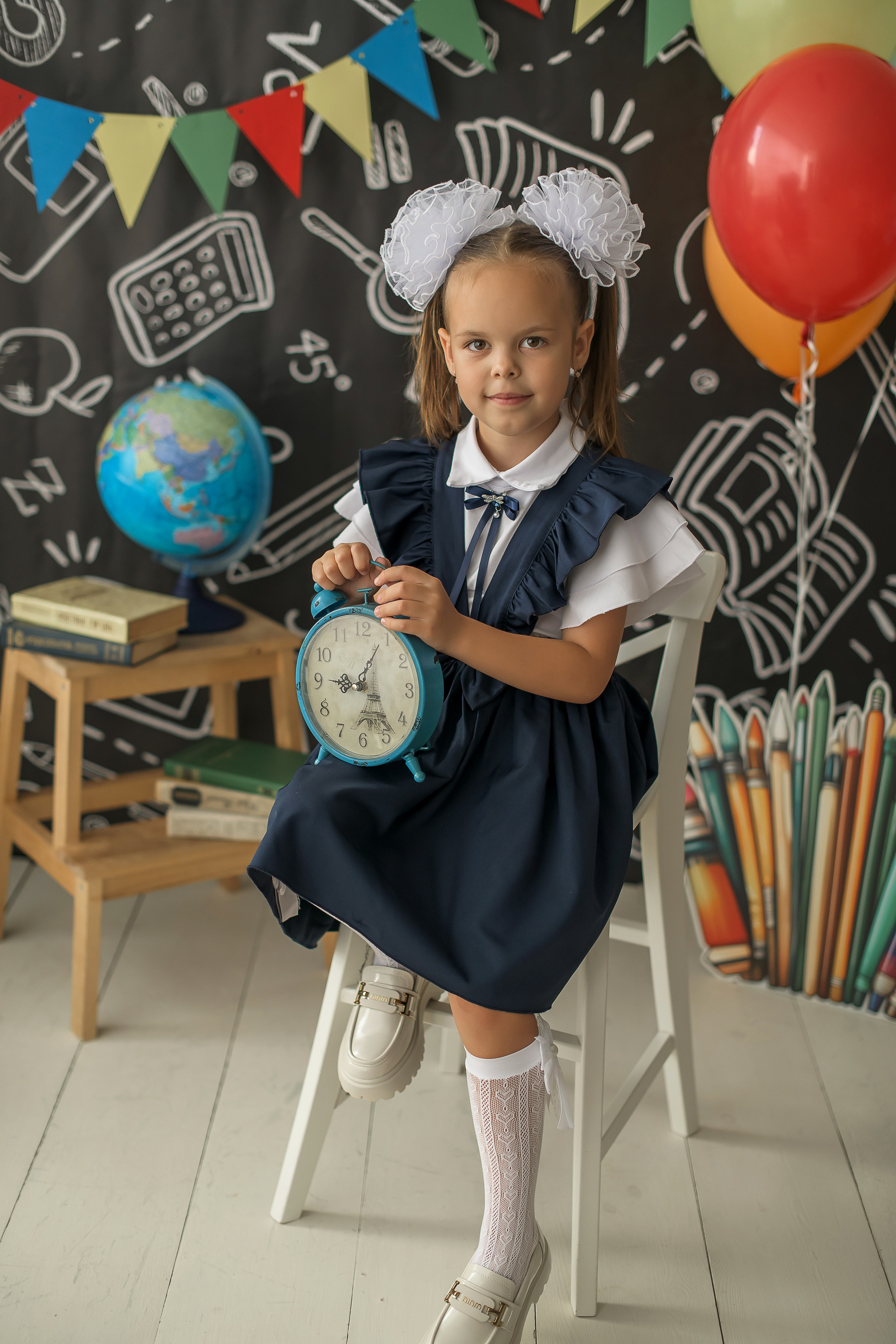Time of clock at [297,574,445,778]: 9:04
